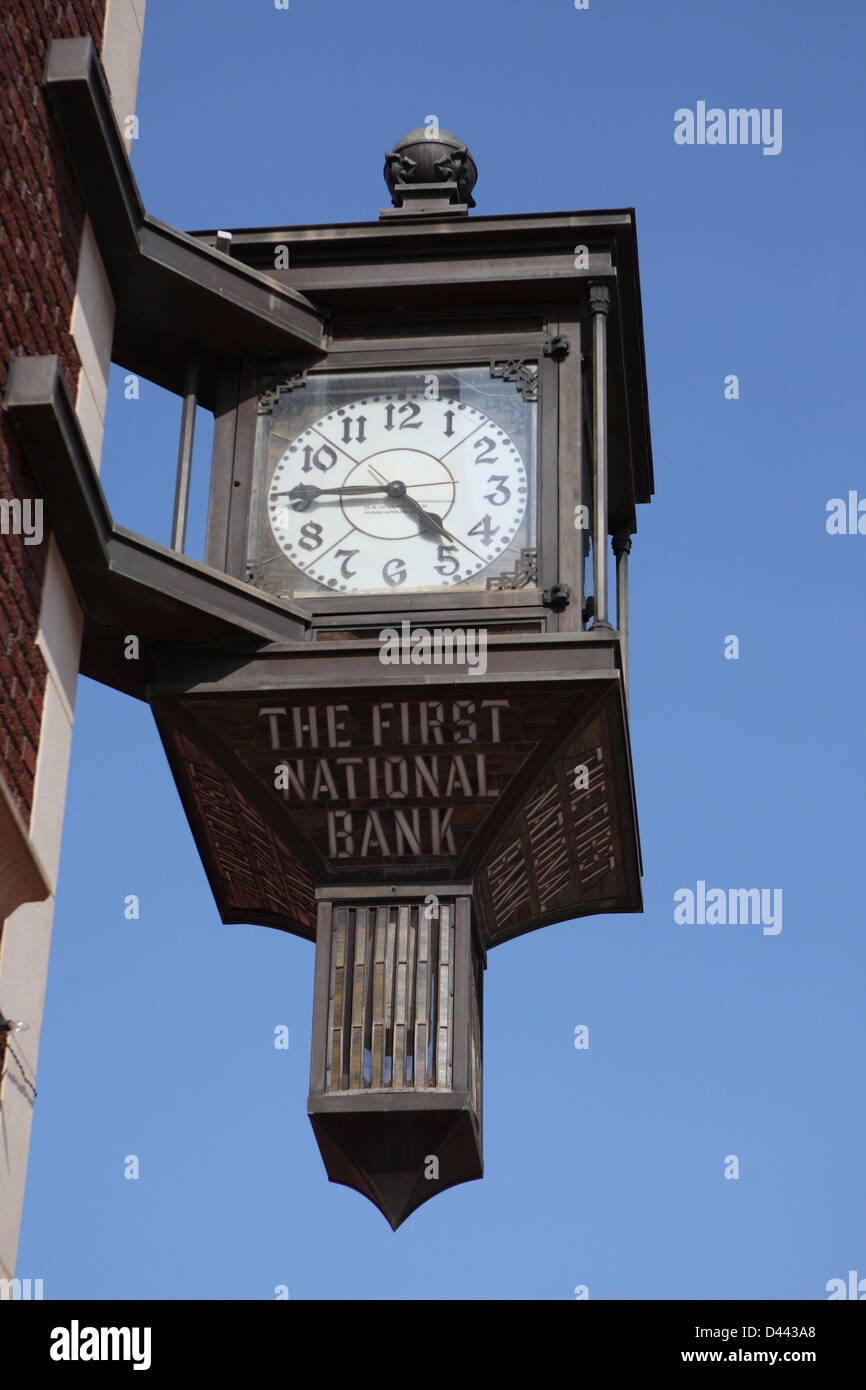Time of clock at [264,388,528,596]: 4:45
